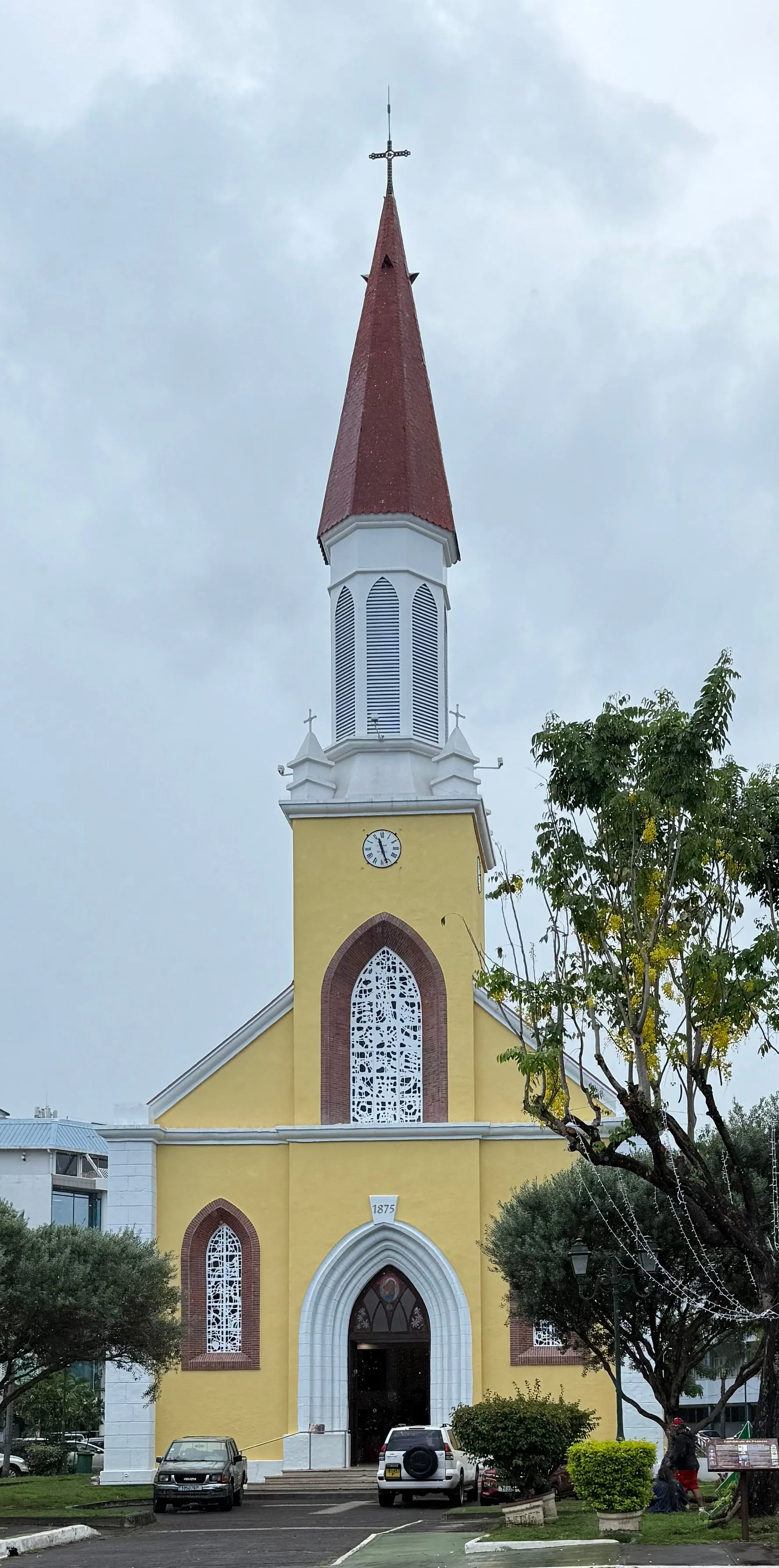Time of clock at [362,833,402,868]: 11:26
